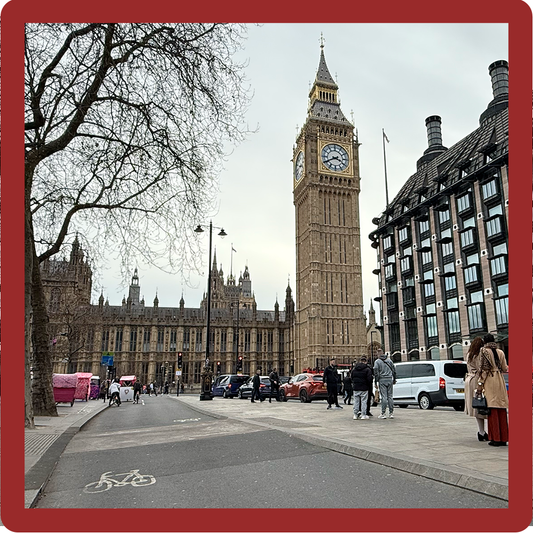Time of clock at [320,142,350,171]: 3:40
